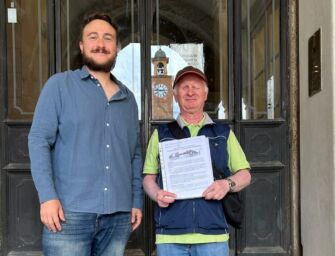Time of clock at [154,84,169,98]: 2:46
